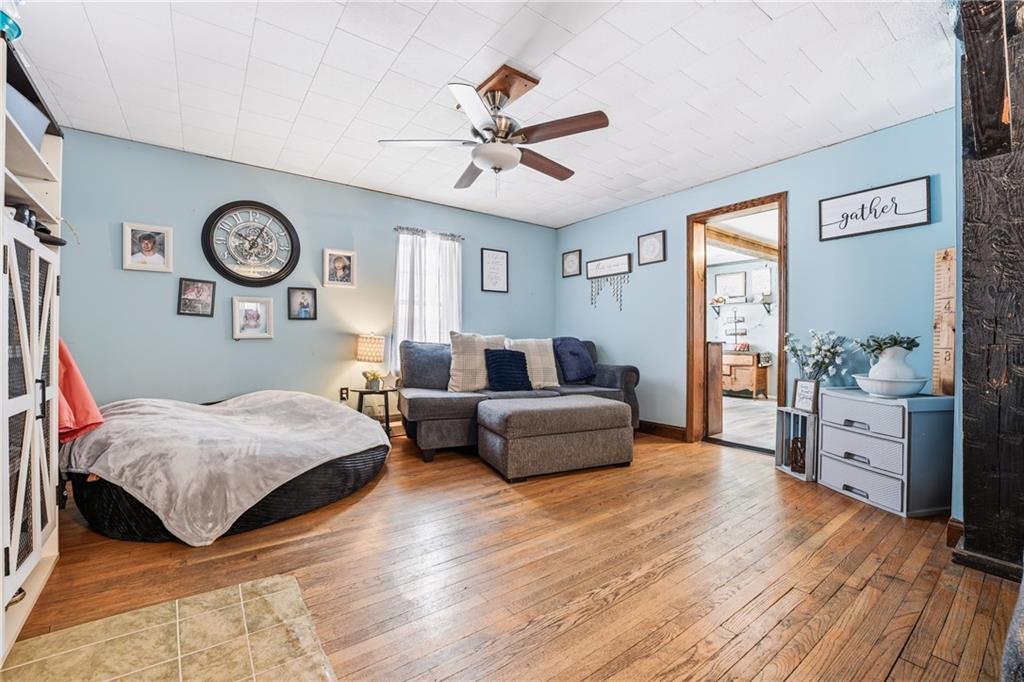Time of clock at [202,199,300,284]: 10:04
